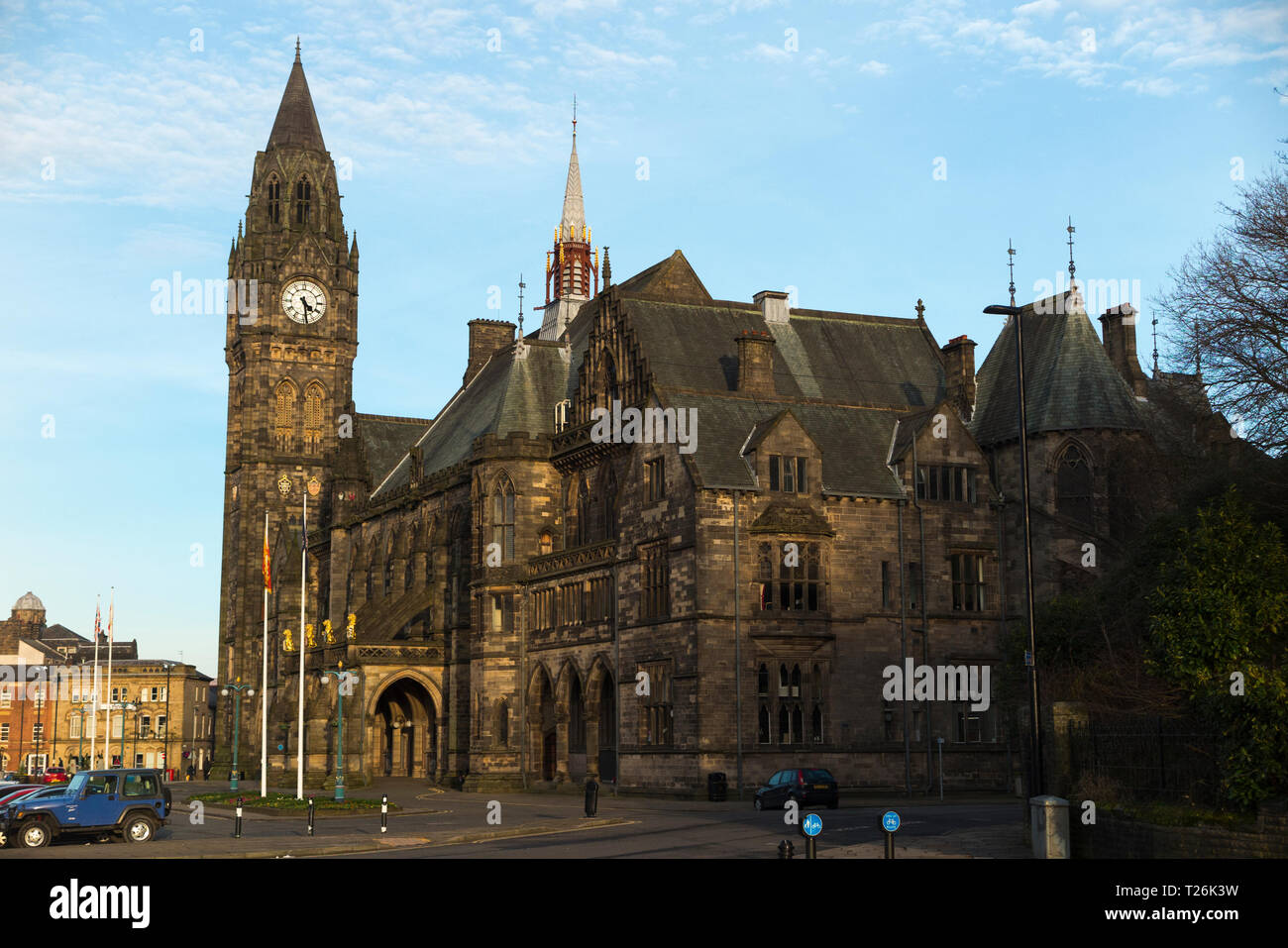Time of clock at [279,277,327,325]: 4:28
